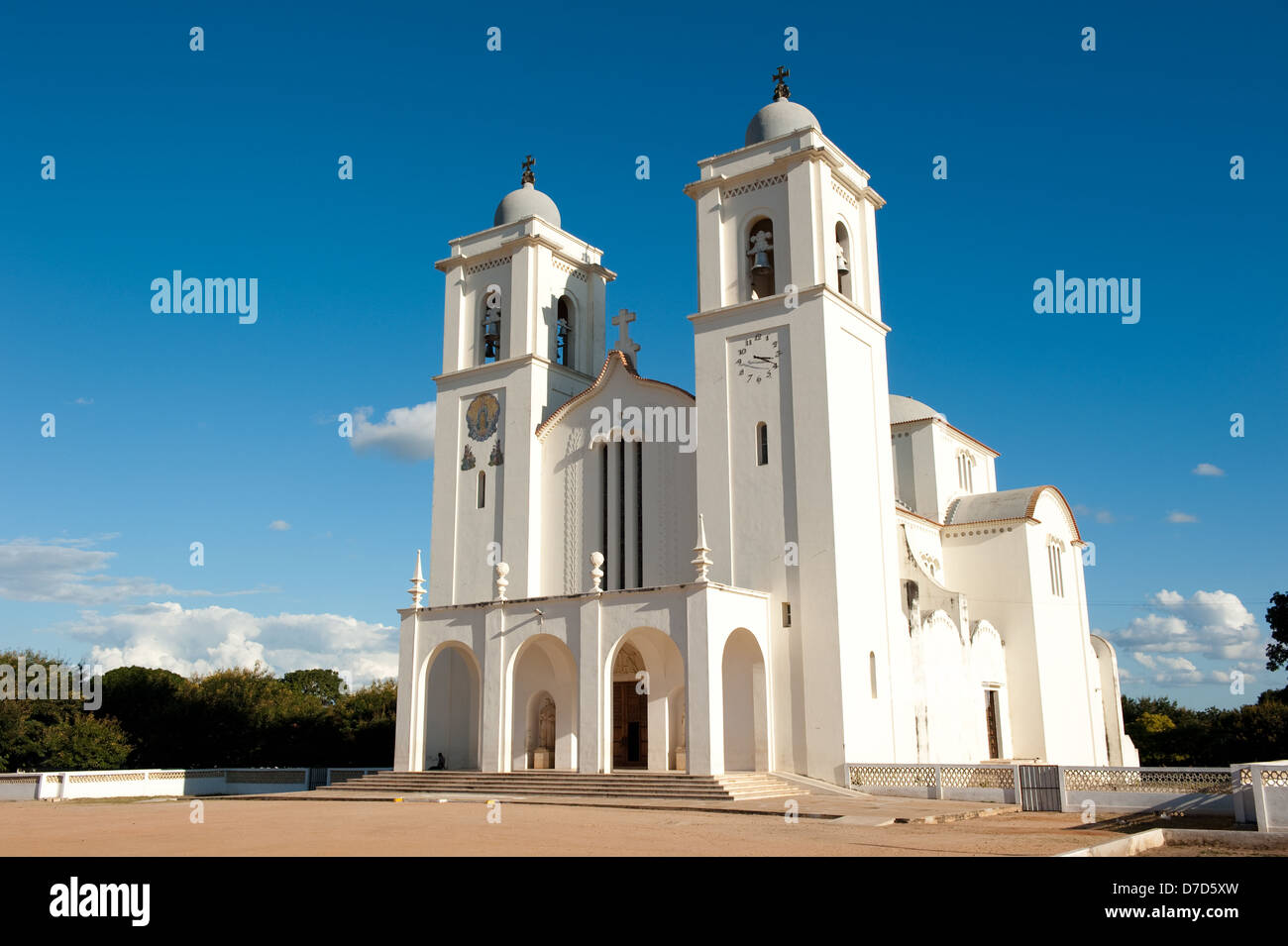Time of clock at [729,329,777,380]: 3:19
